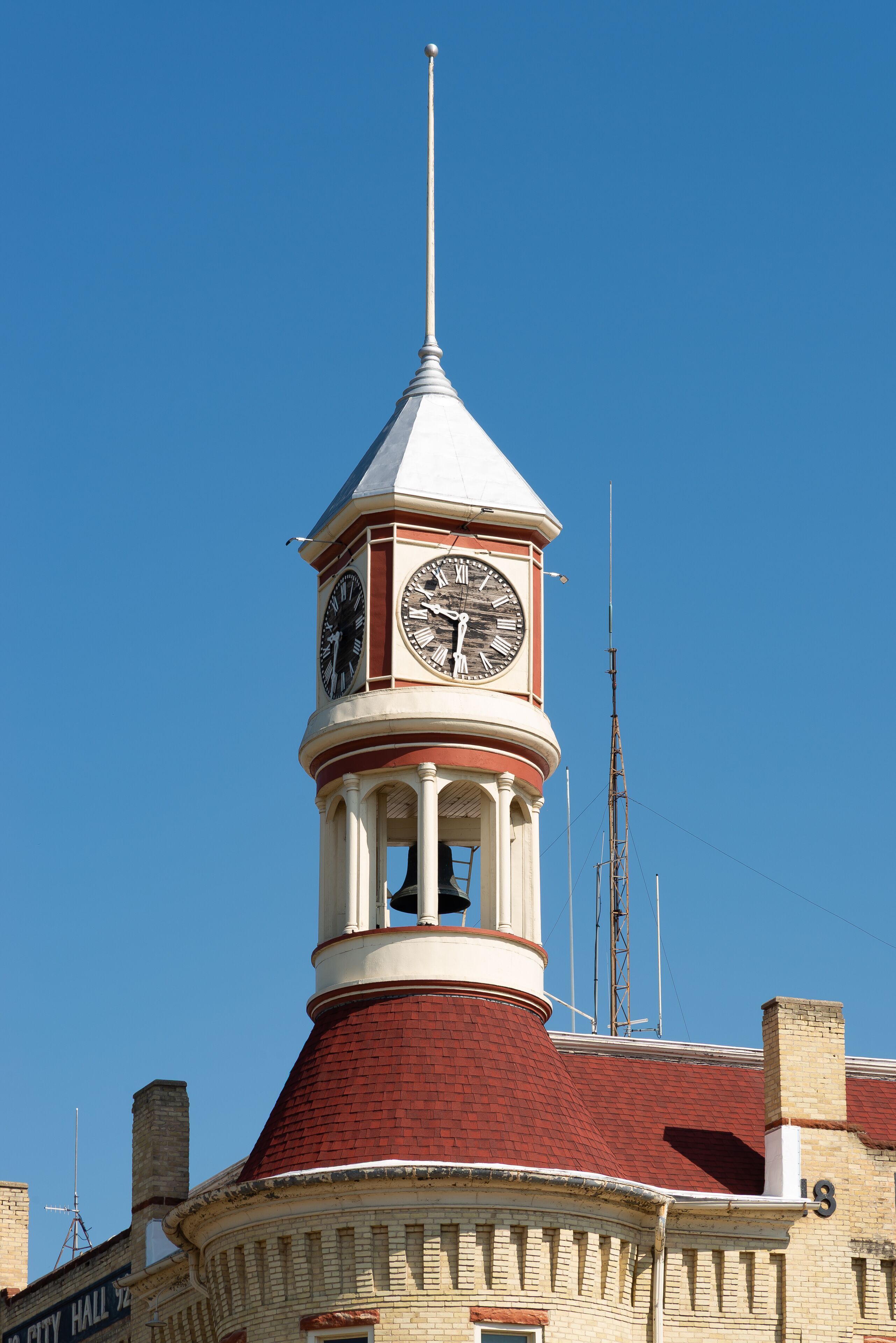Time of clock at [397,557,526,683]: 9:31
